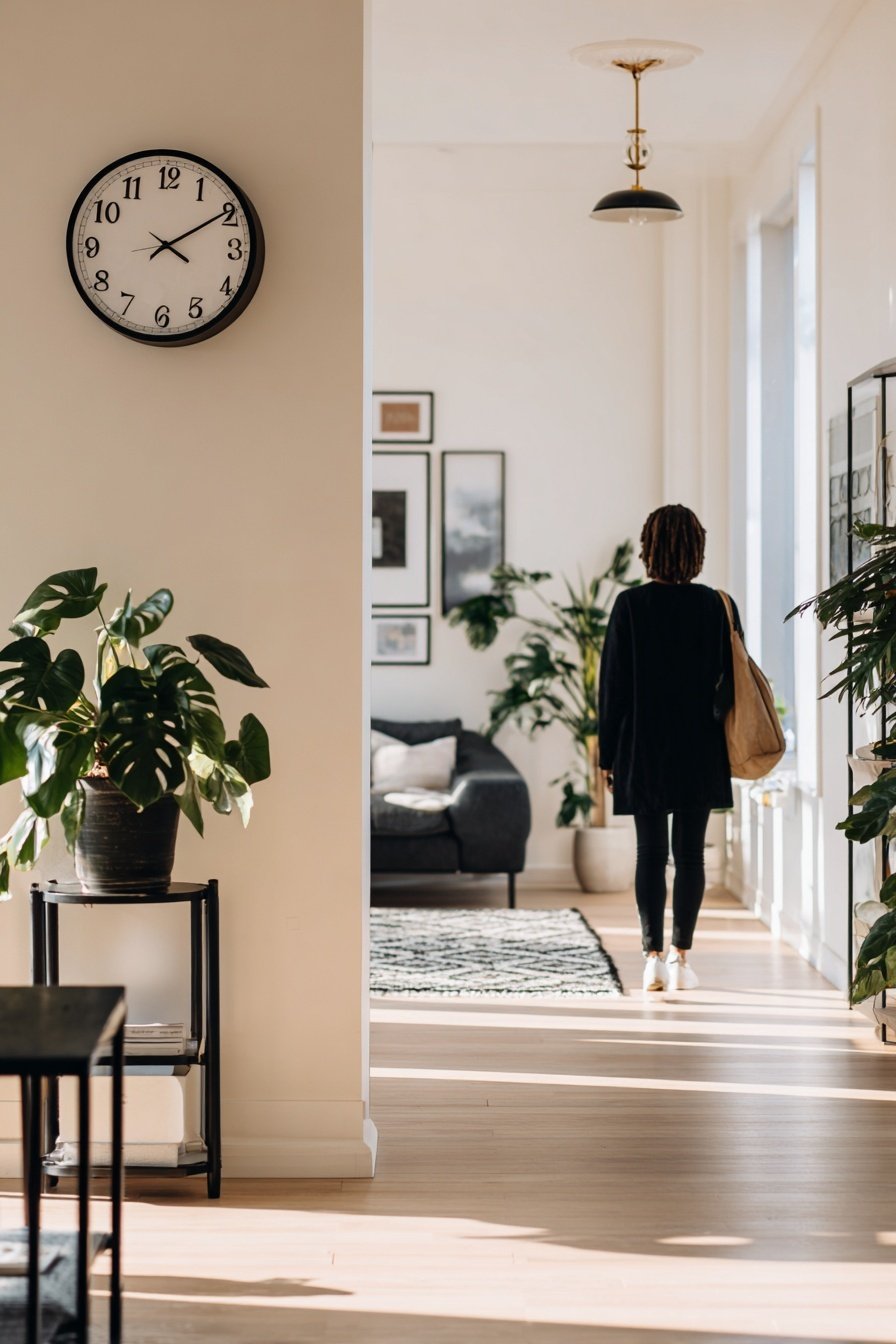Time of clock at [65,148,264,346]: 4:09
